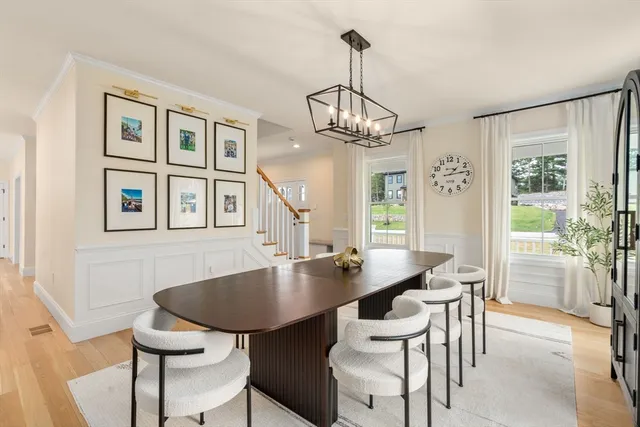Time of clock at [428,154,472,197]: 1:13
